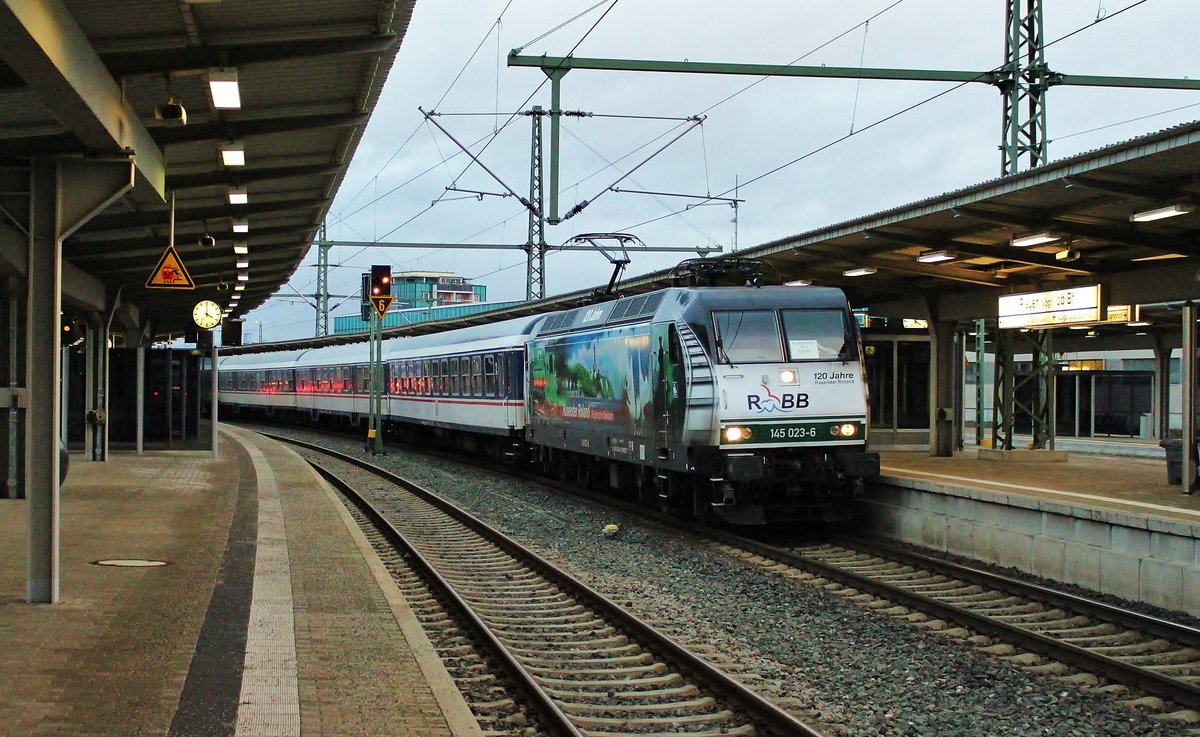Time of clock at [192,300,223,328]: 4:00
